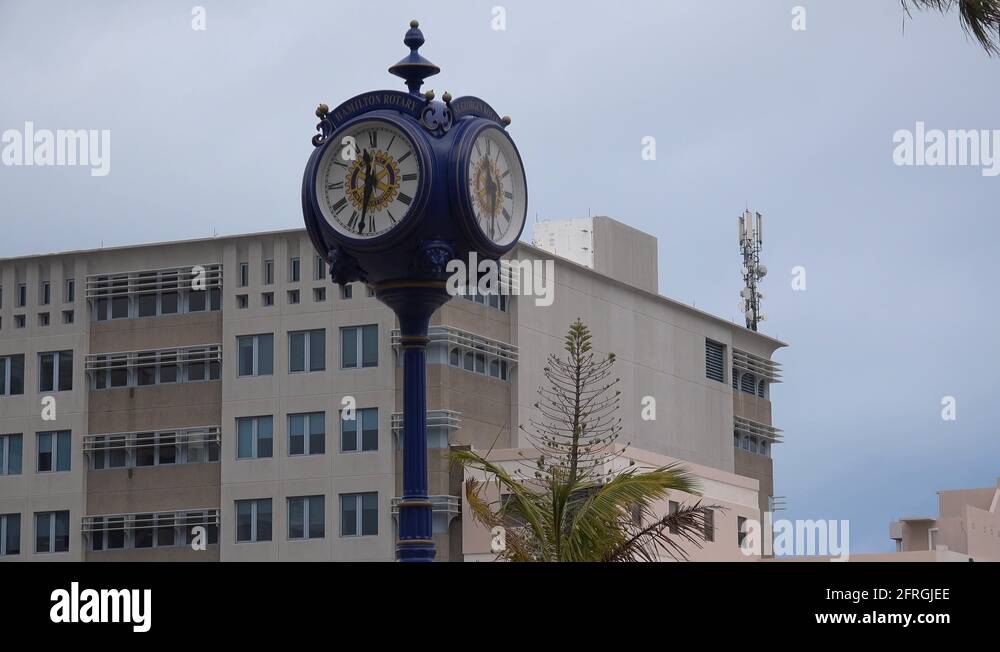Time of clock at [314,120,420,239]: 11:32
